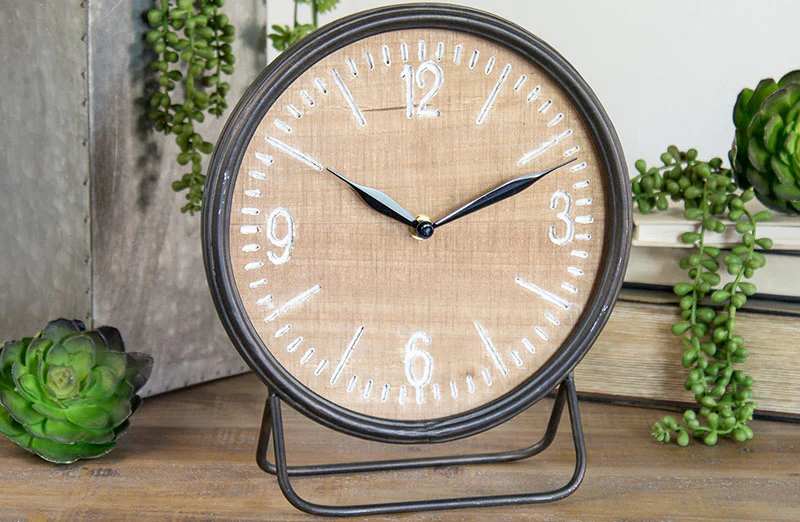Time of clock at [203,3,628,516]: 10:11
